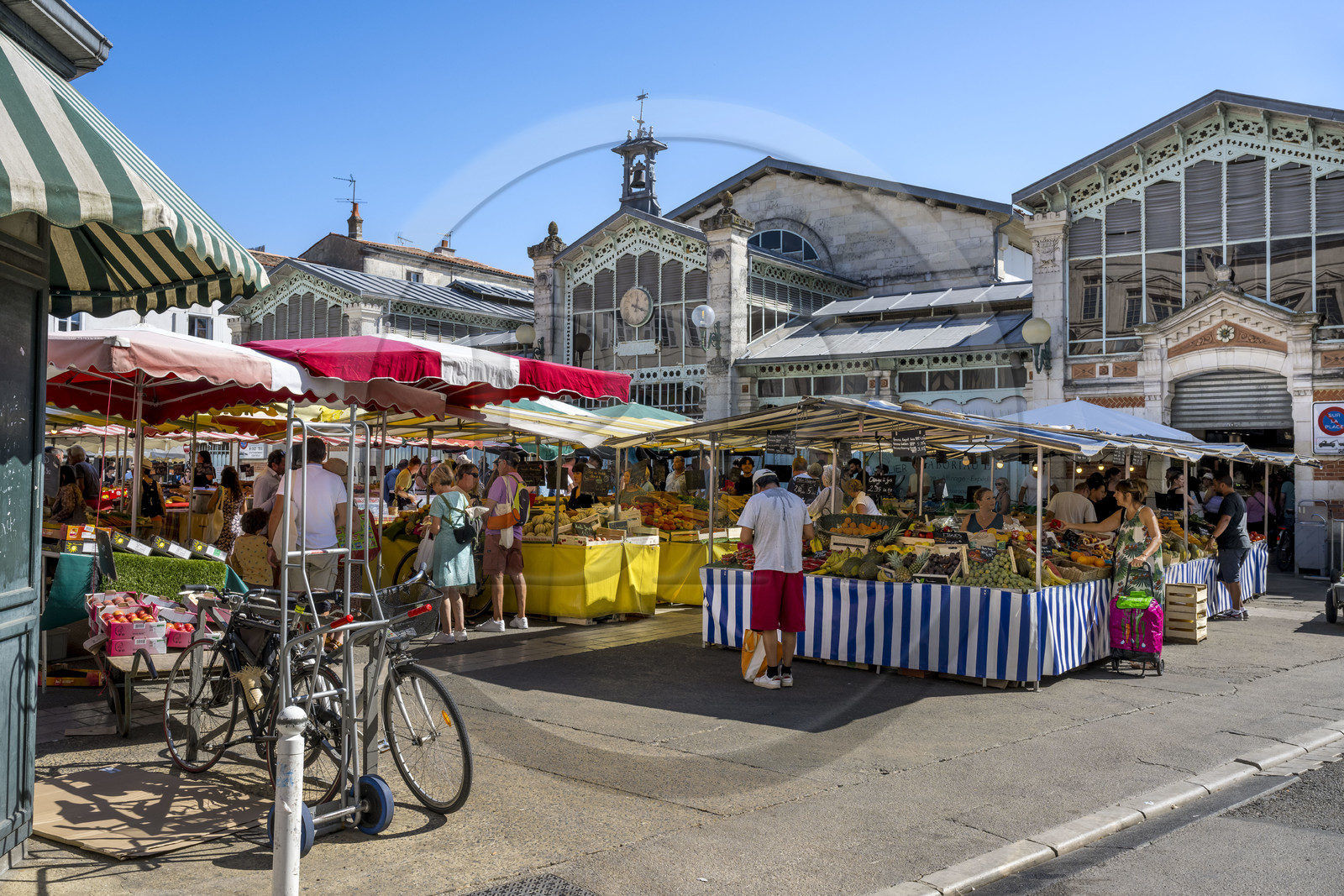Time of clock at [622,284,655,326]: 12:18
